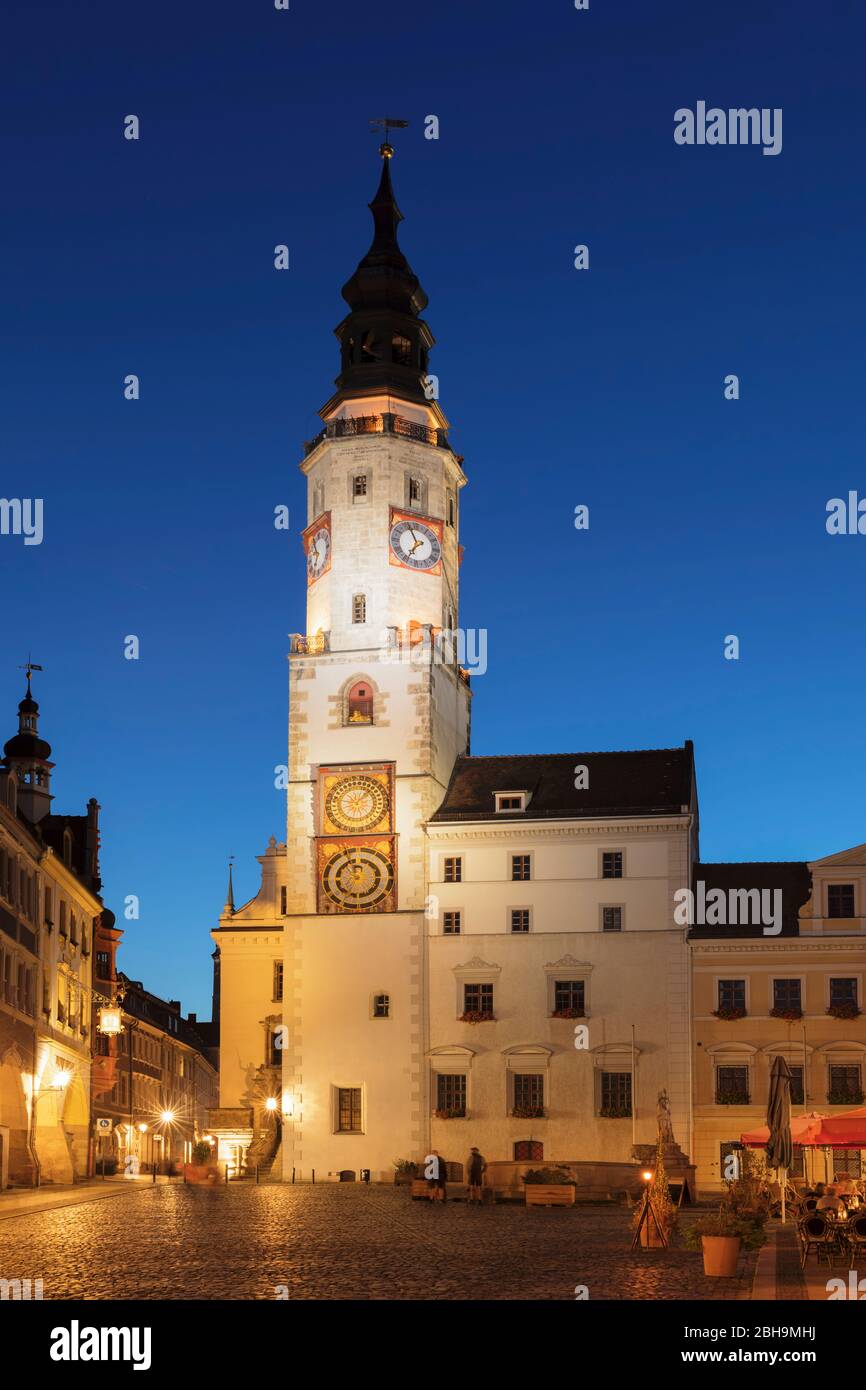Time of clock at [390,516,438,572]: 6:56
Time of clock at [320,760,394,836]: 9:07
